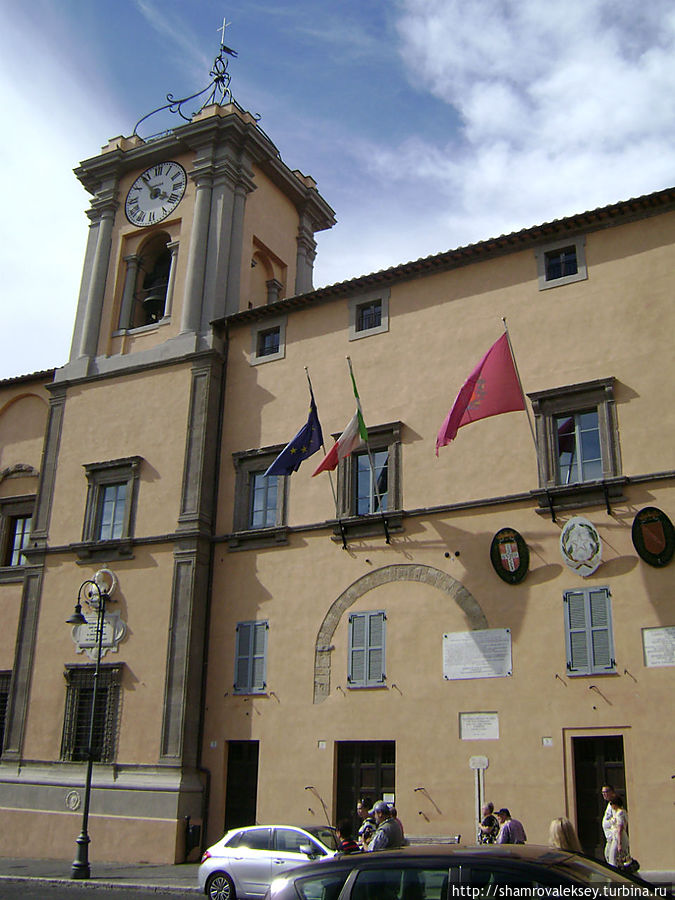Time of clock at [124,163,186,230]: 3:53
